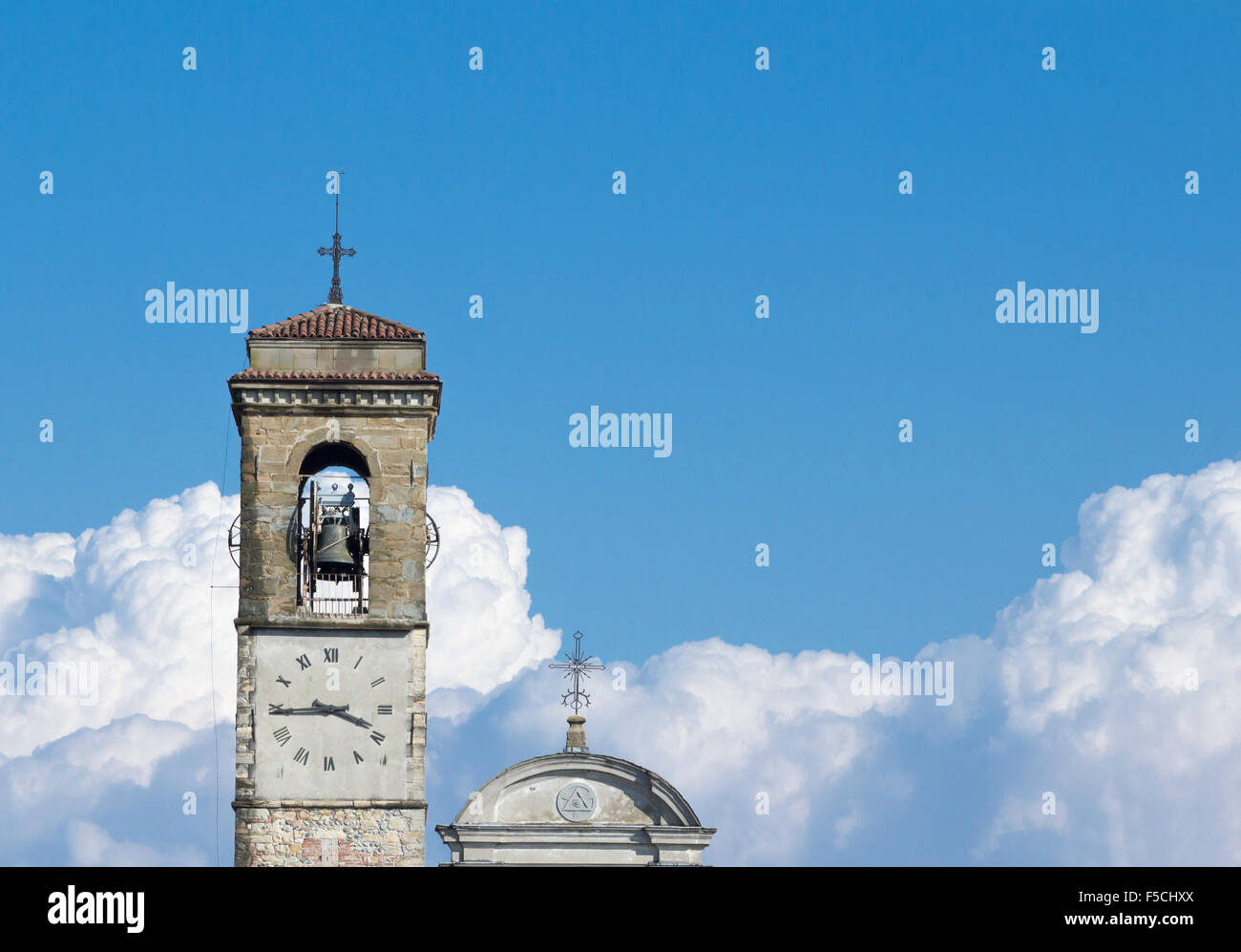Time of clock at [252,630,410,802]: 3:44
